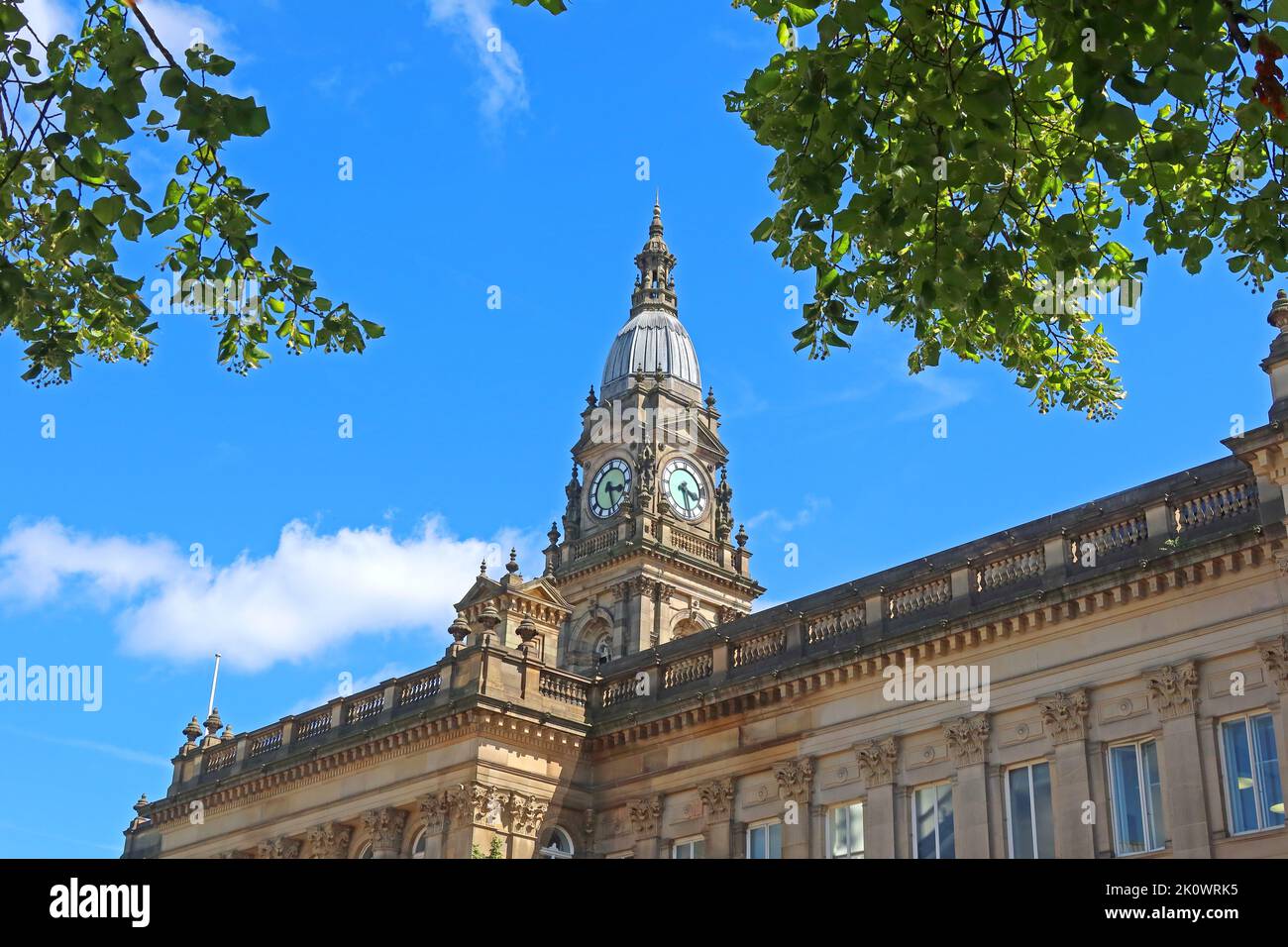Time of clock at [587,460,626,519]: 3:27
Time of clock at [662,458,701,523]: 3:28
